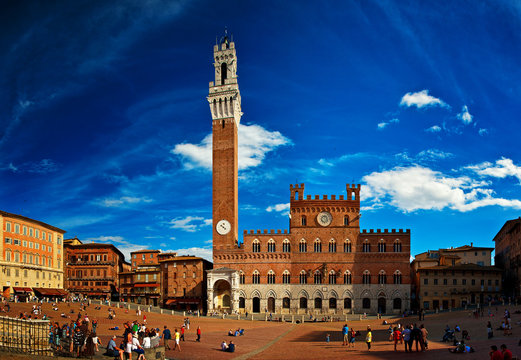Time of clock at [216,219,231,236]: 10:22
